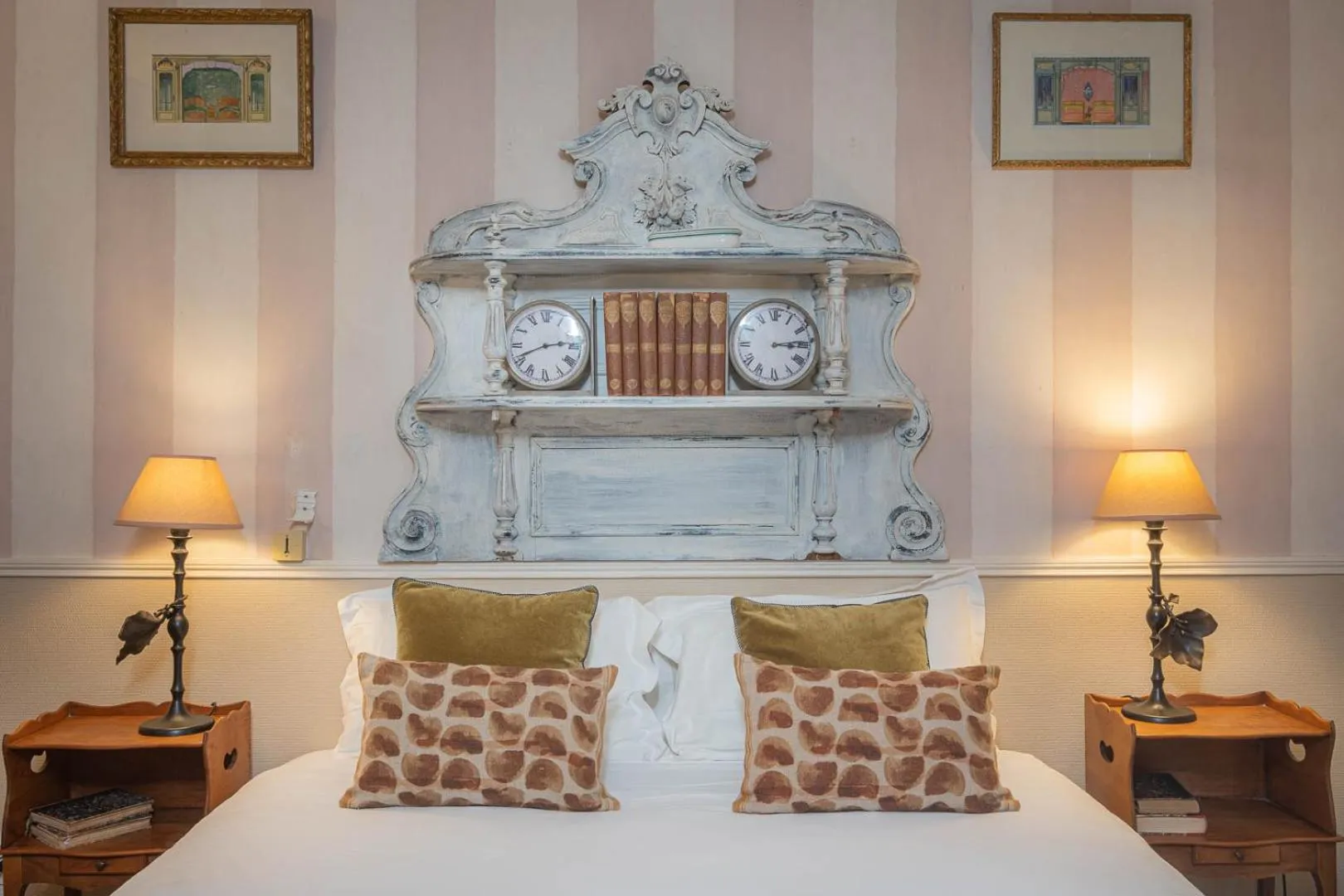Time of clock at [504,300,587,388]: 2:41
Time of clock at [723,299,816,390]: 3:13
